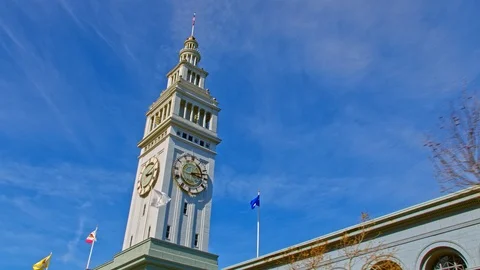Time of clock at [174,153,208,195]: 3:12
